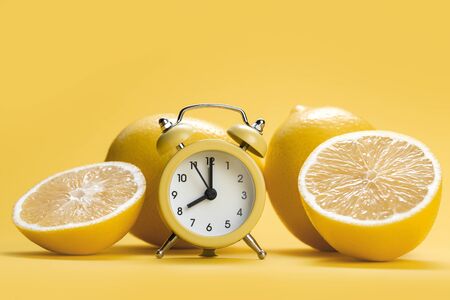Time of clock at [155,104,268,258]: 8:00
